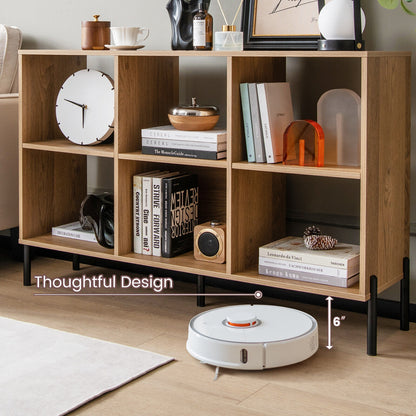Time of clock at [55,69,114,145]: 5:47
